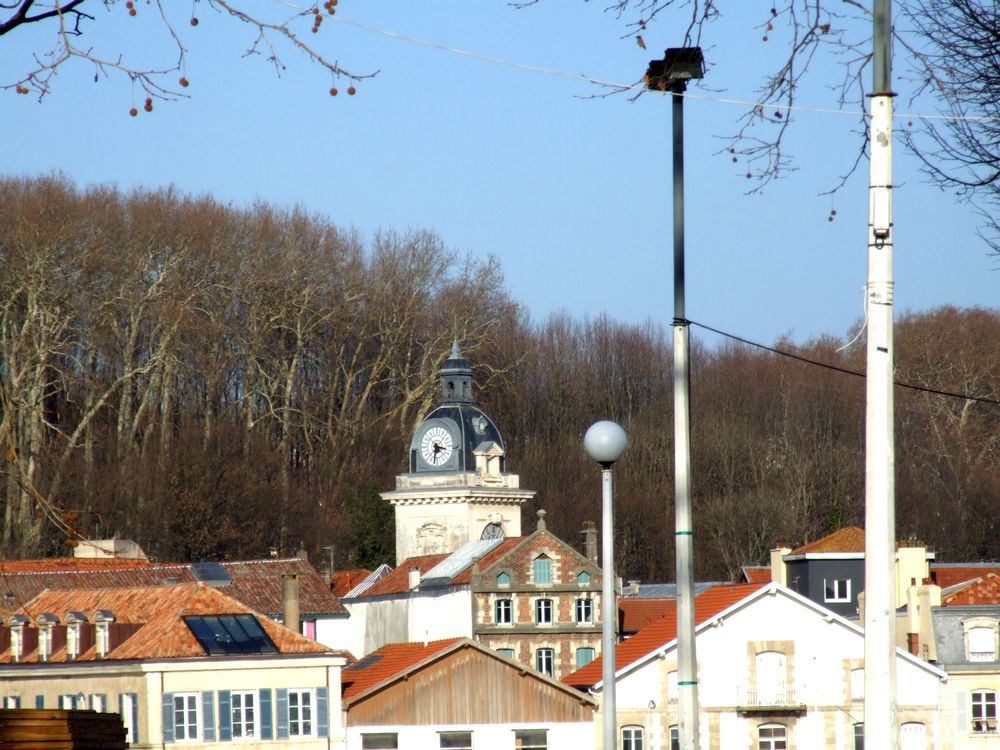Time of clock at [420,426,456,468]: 3:32
